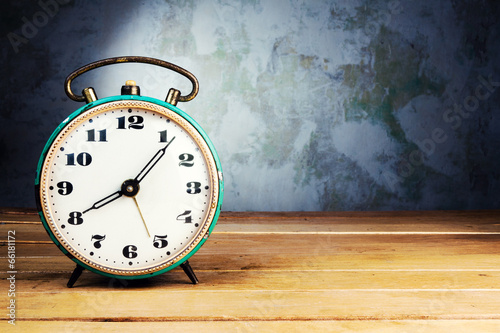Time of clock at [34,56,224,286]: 8:06
